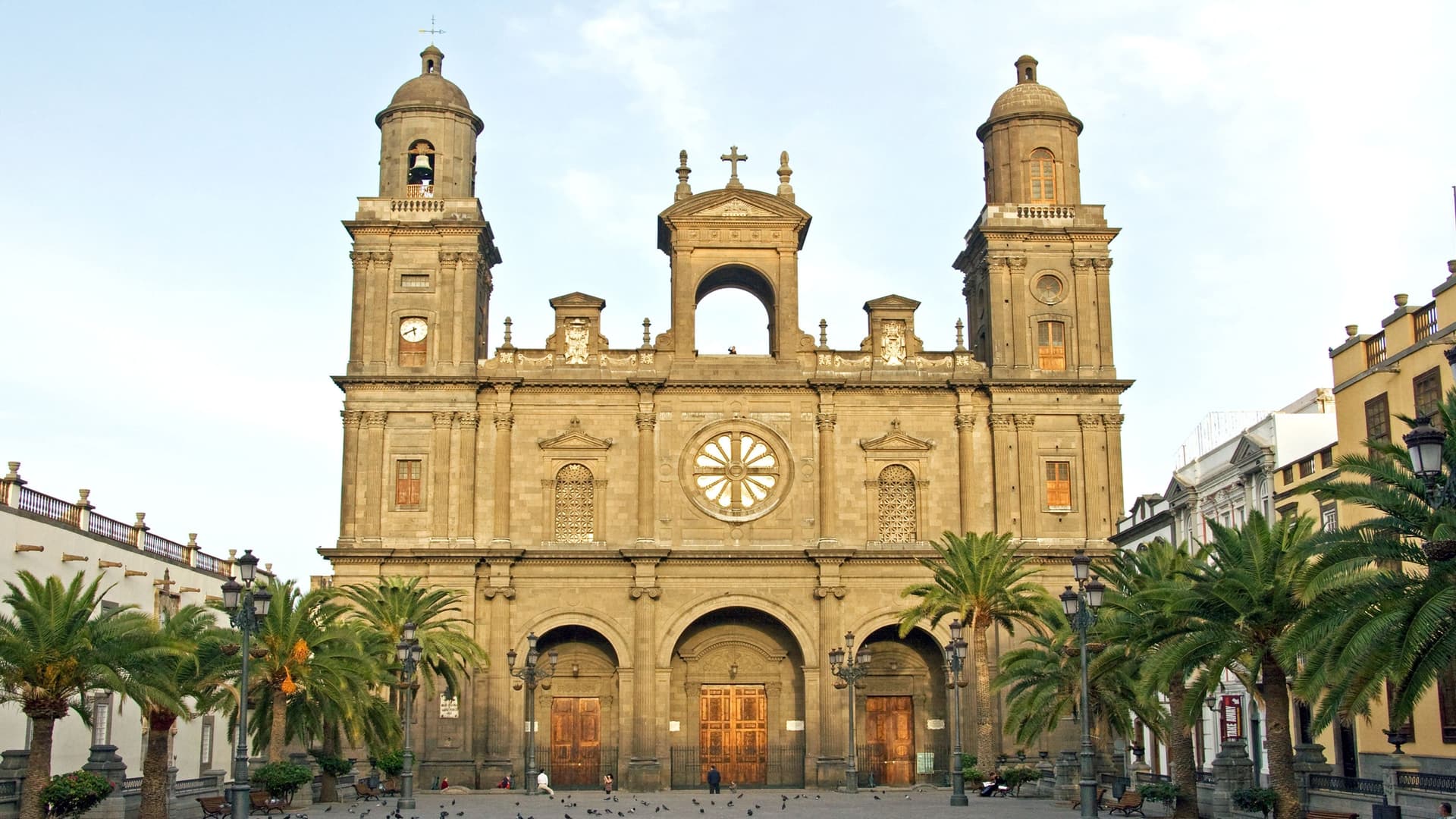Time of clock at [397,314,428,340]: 5:40
